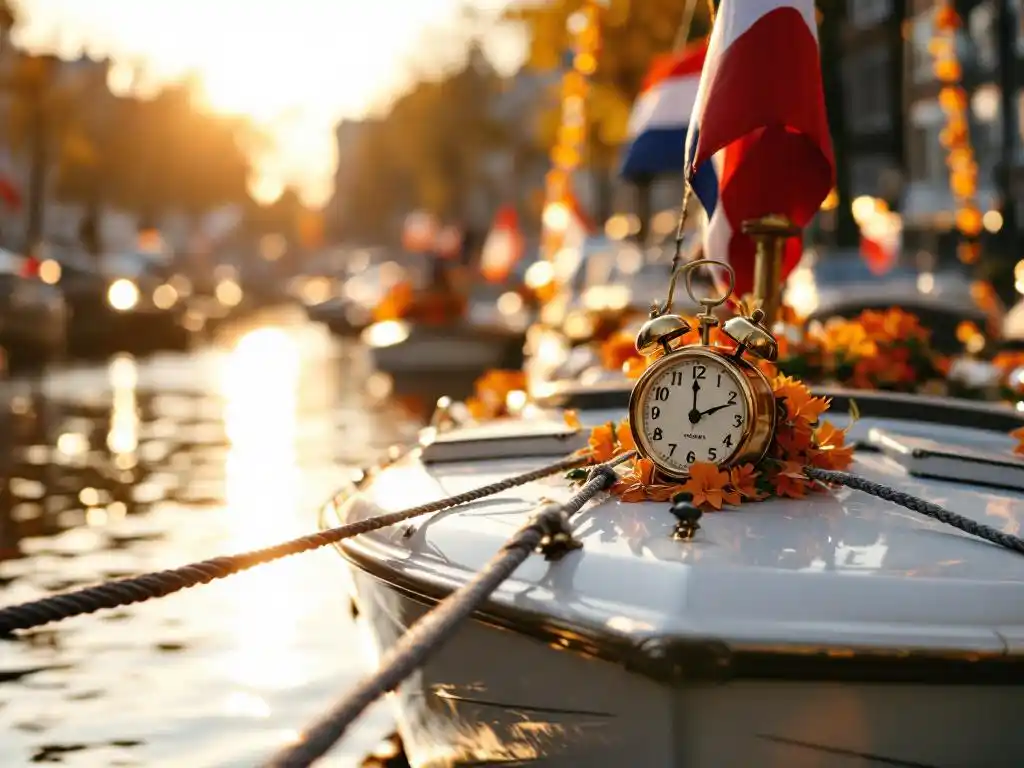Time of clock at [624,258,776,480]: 1:59
